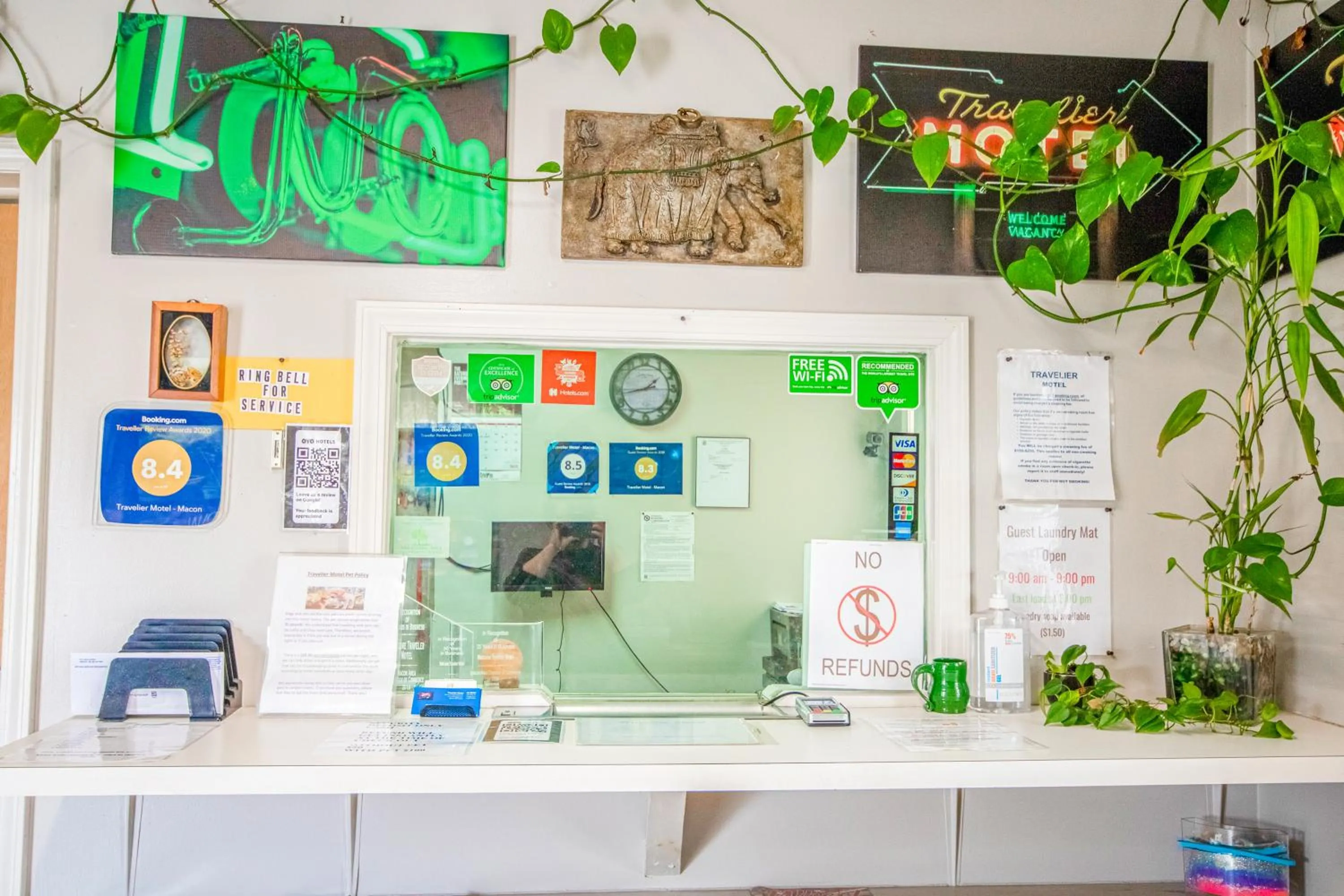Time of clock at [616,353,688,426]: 1:43
